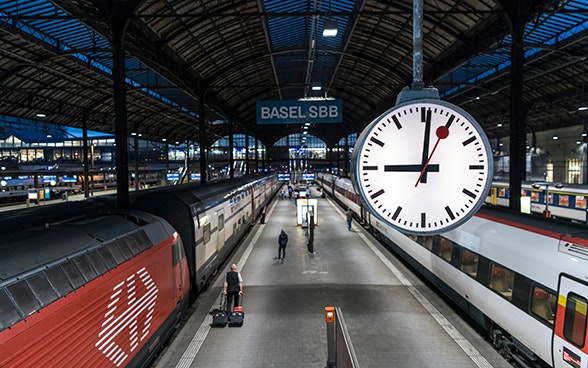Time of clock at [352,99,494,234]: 9:01
